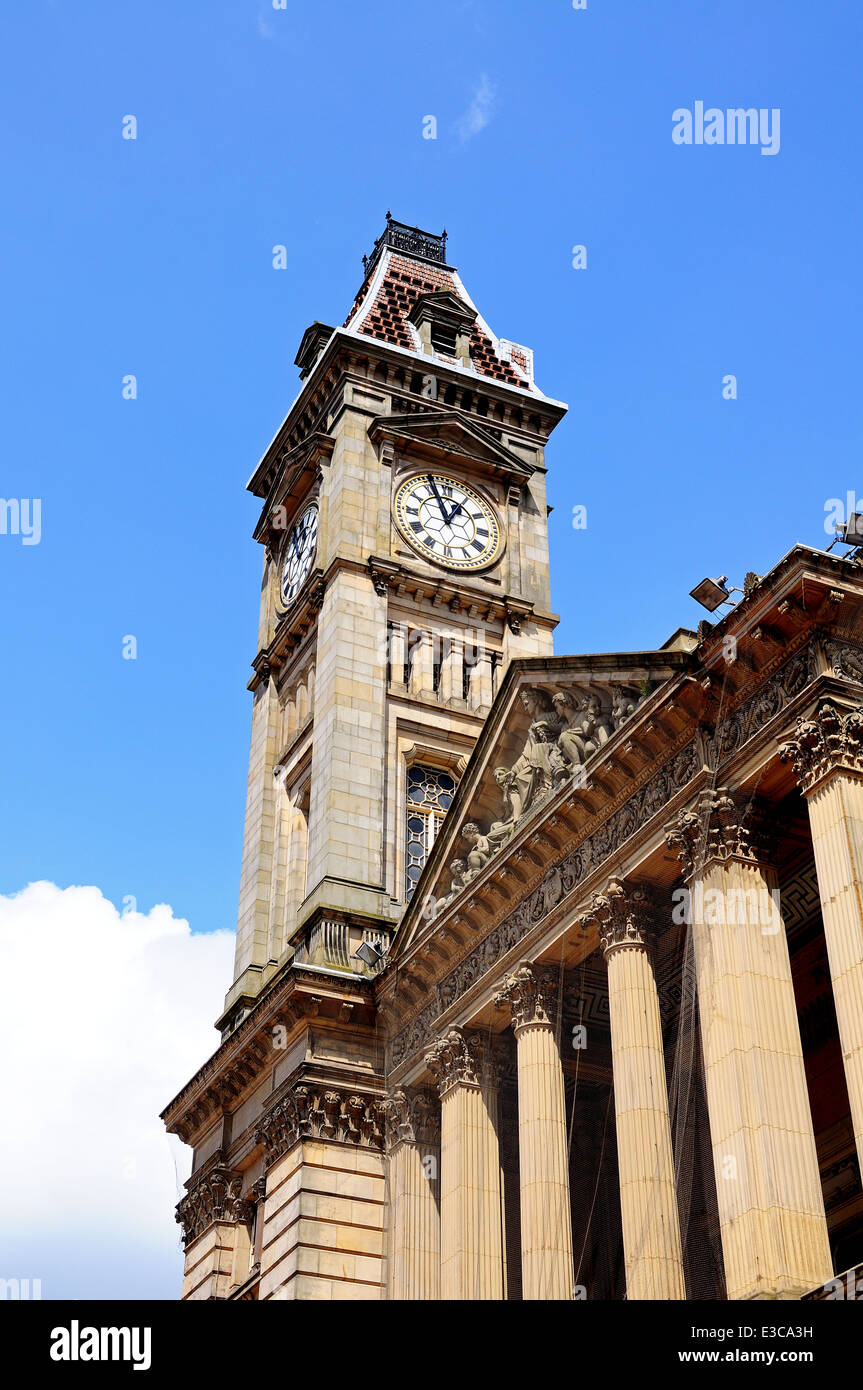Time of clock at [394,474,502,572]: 12:56
